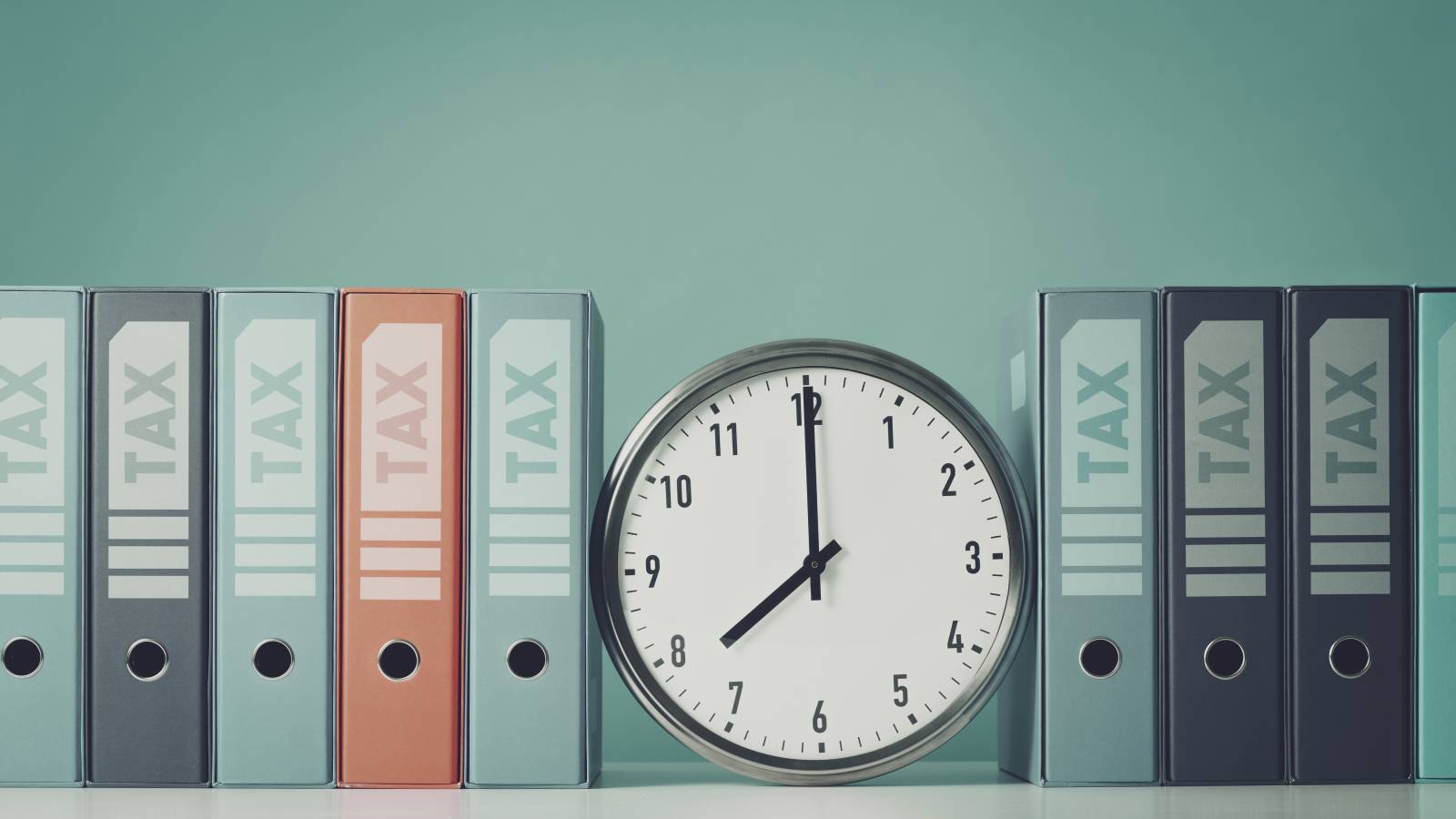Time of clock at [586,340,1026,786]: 8:00
